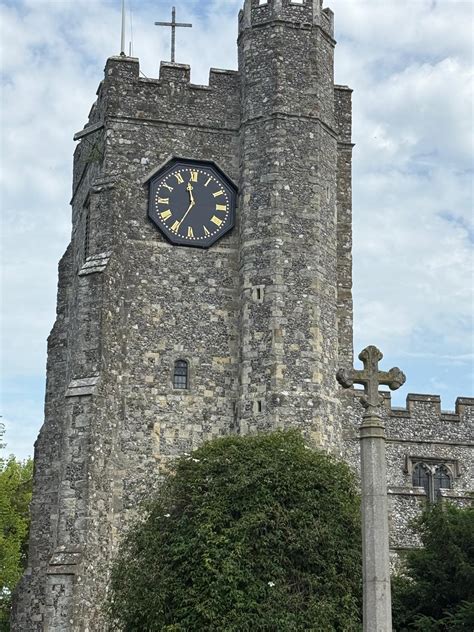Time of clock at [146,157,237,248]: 11:35
